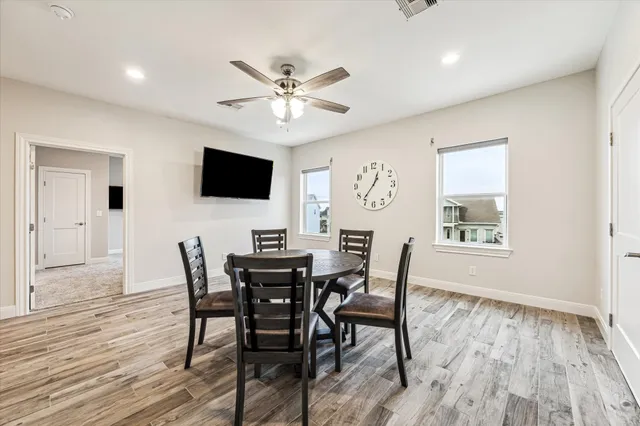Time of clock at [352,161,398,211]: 12:36
